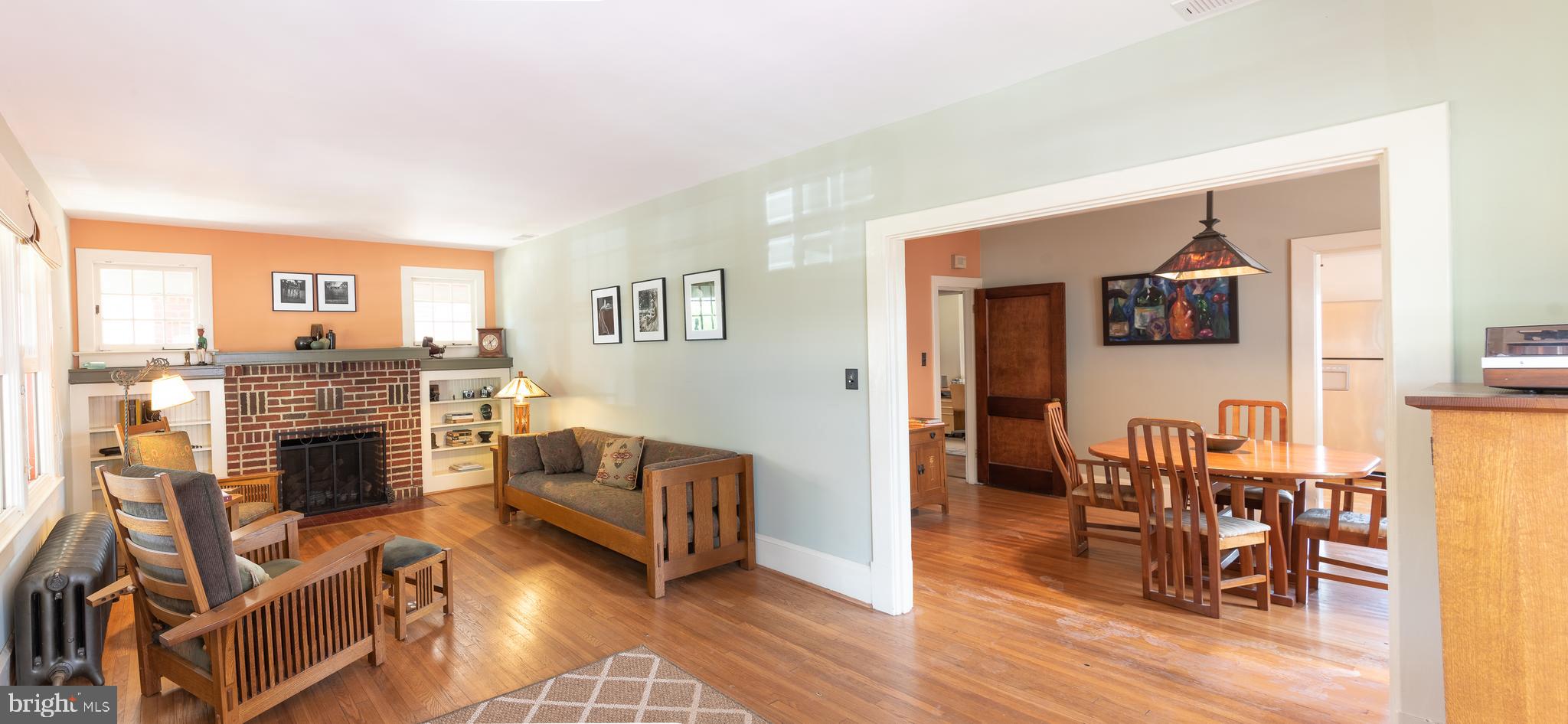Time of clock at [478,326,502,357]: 5:08
